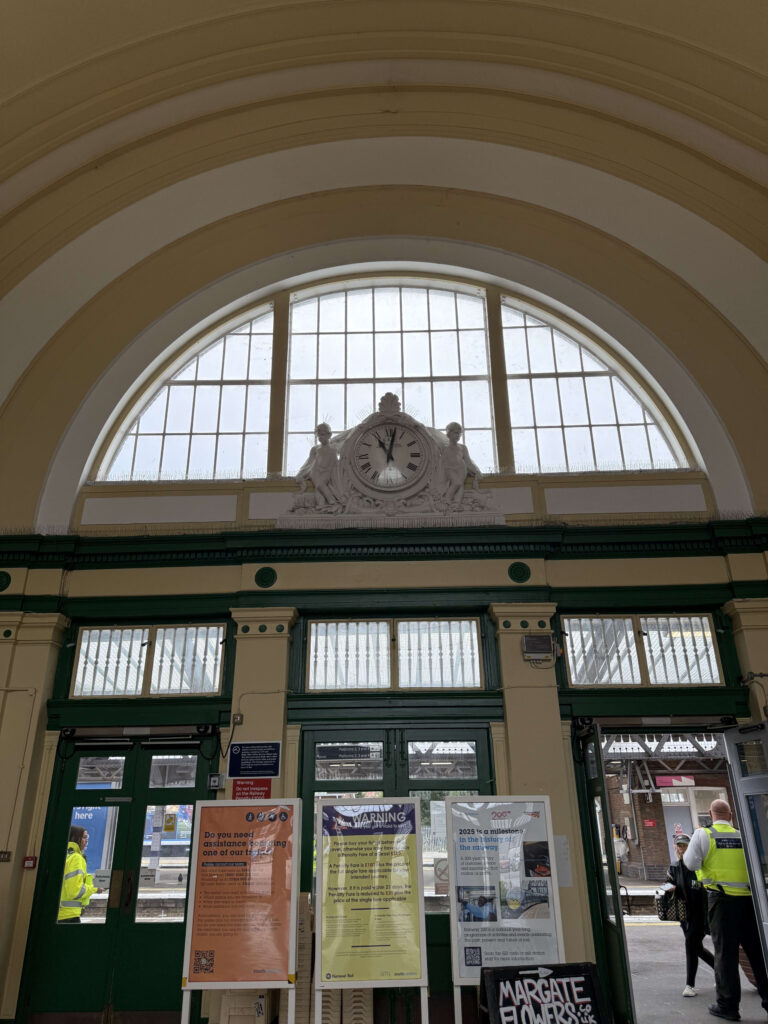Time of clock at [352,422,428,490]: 11:01
